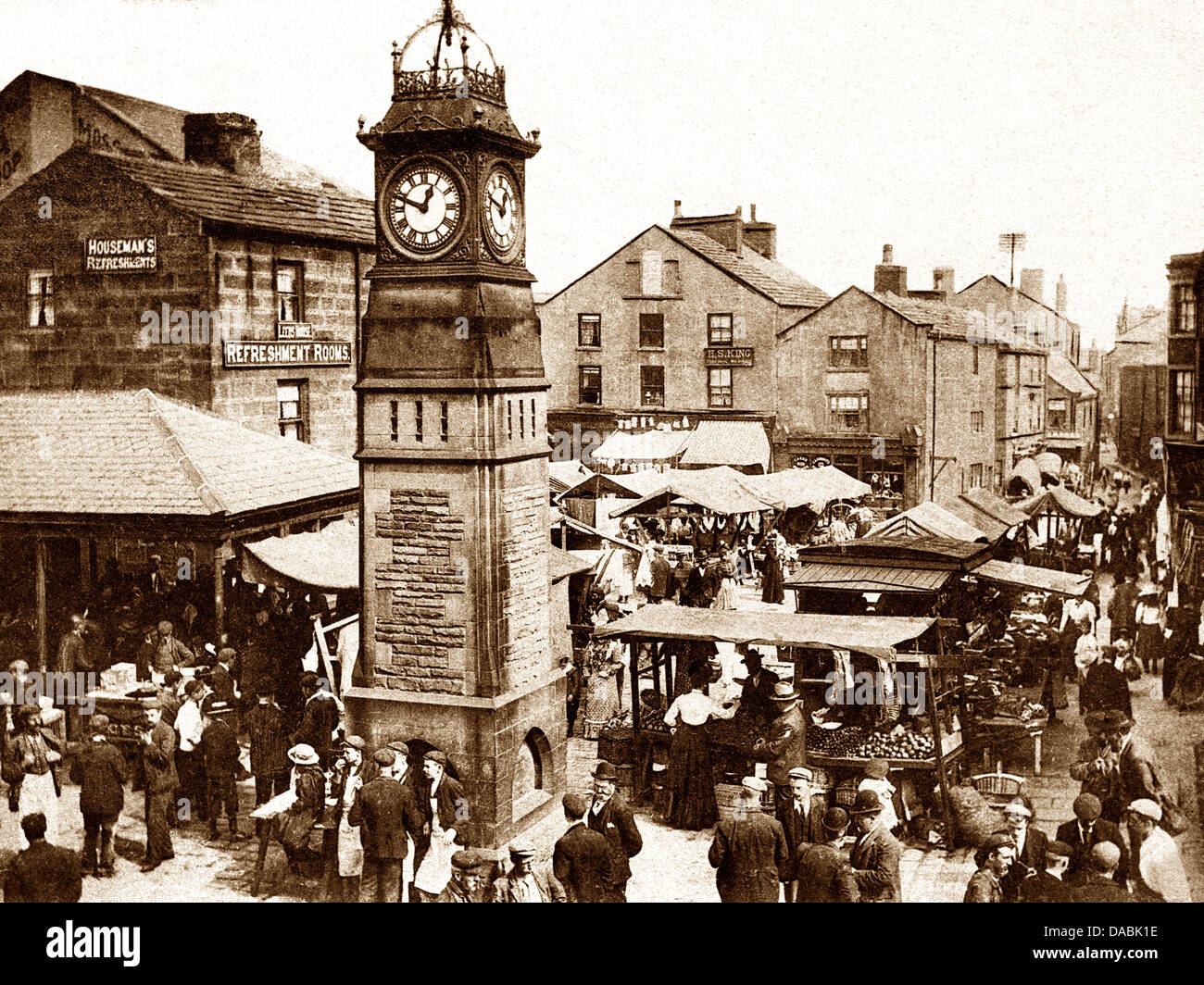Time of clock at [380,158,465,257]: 12:48
